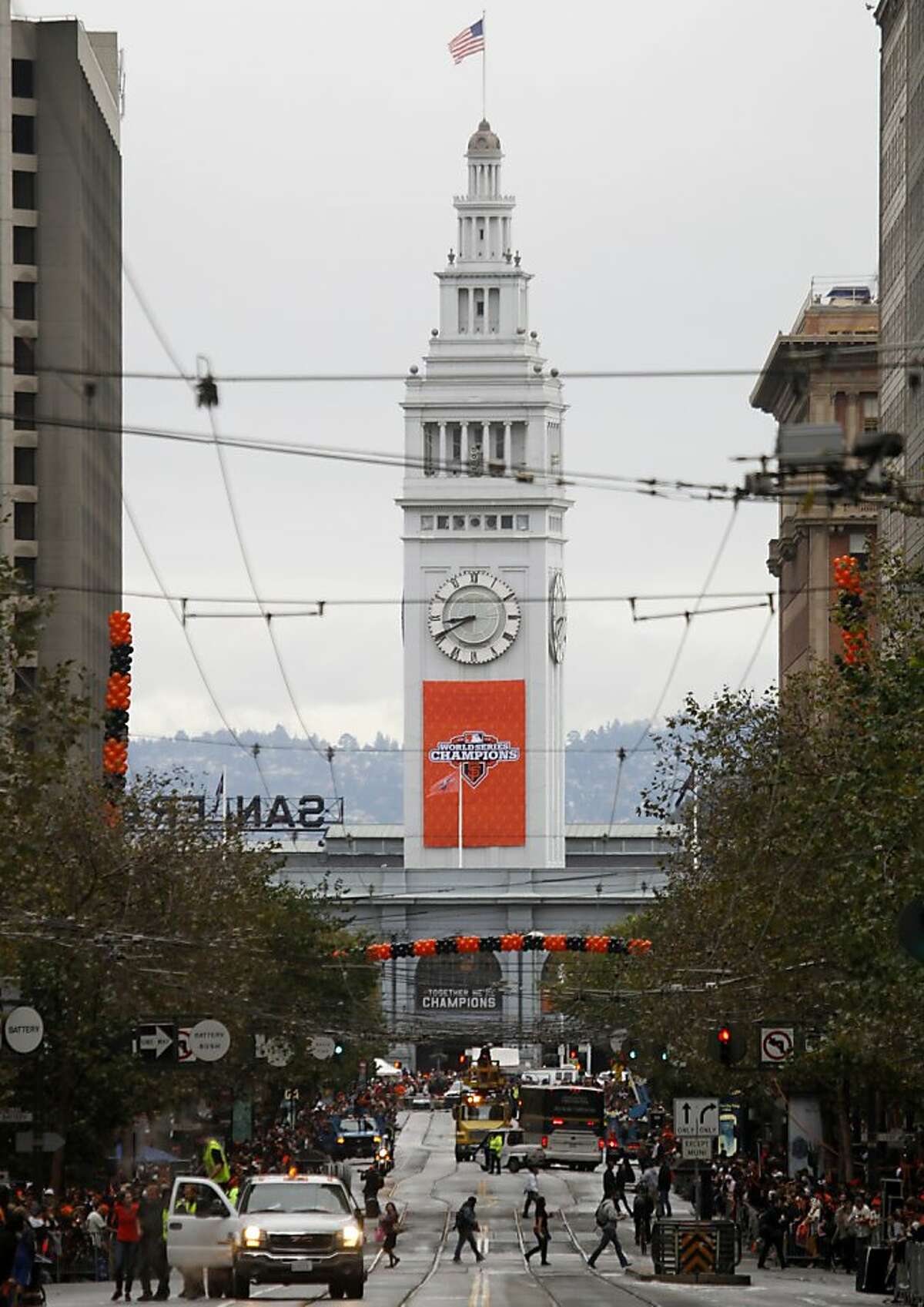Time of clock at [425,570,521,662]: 8:40
